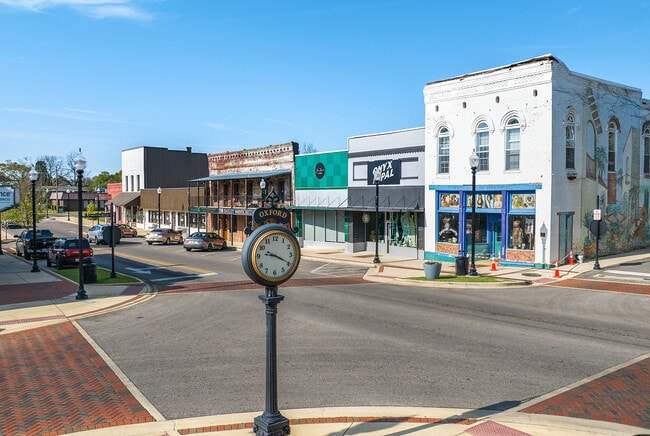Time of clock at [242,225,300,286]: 9:19
